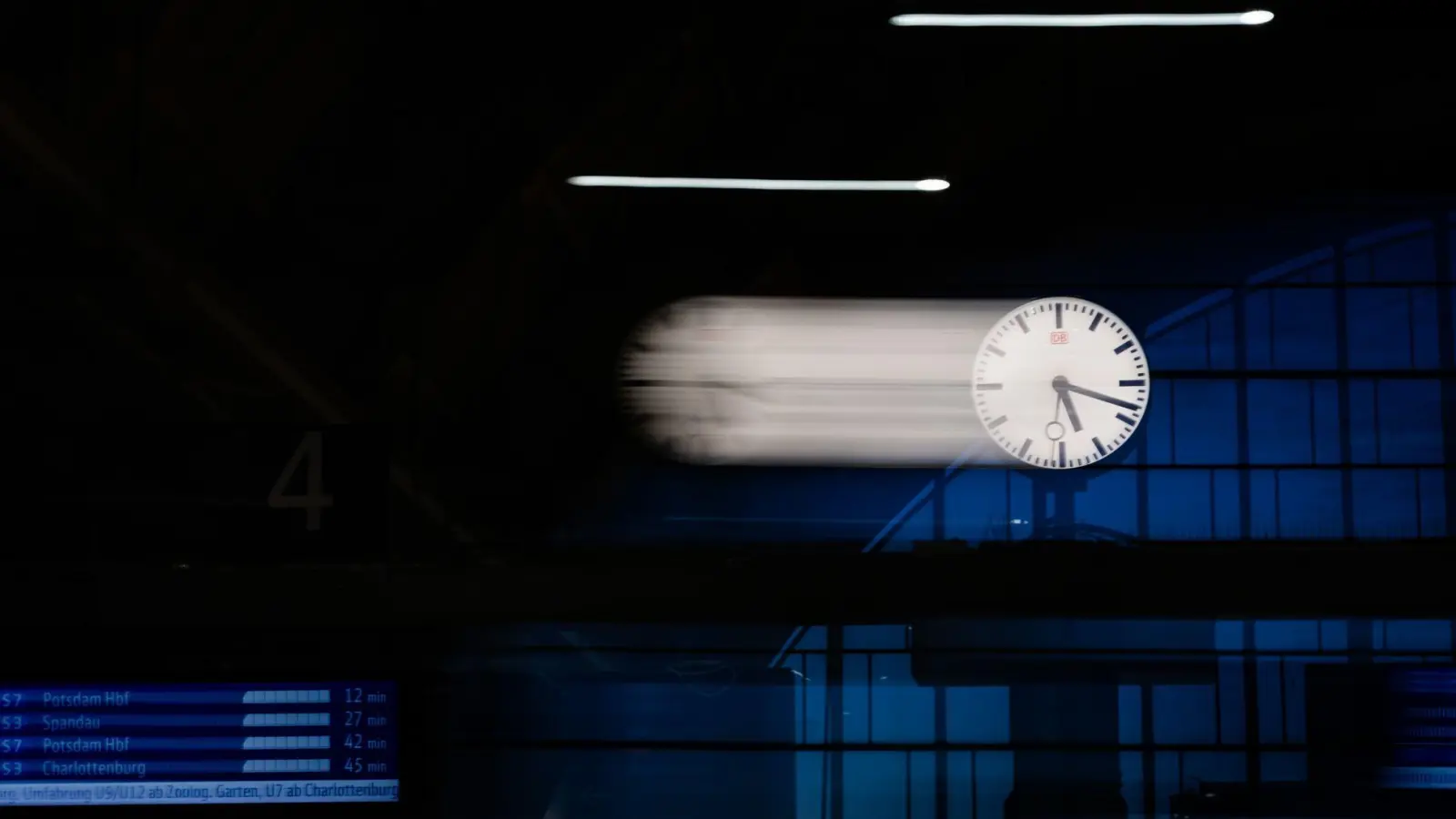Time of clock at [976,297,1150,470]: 5:18
